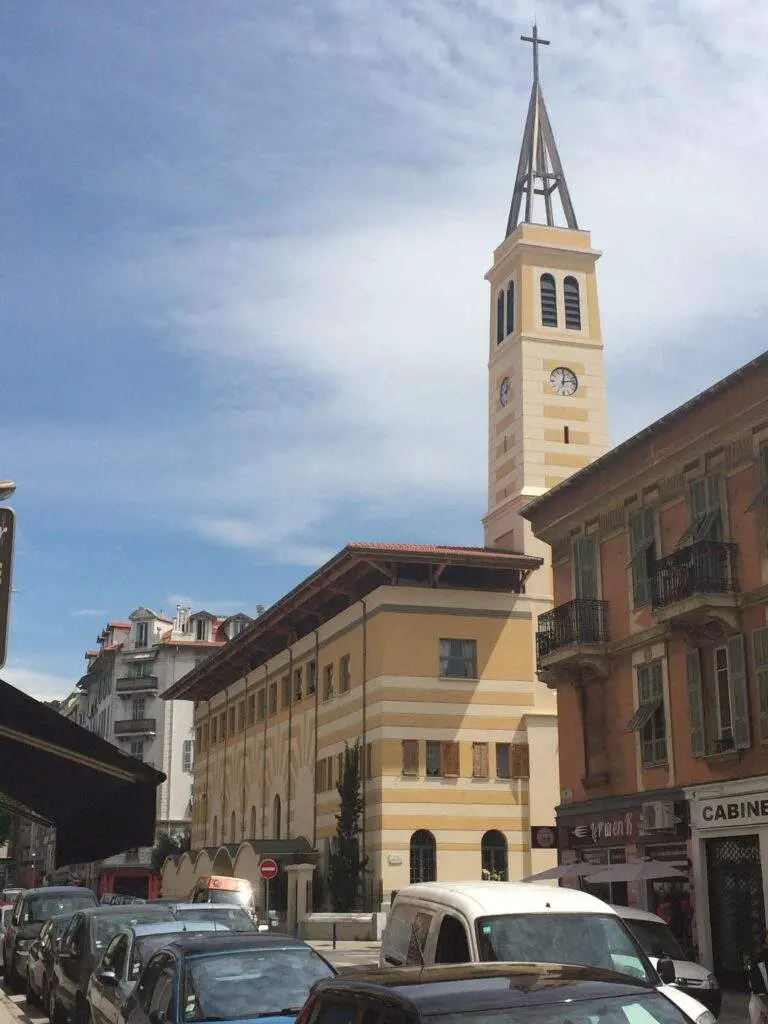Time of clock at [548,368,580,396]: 12:12
